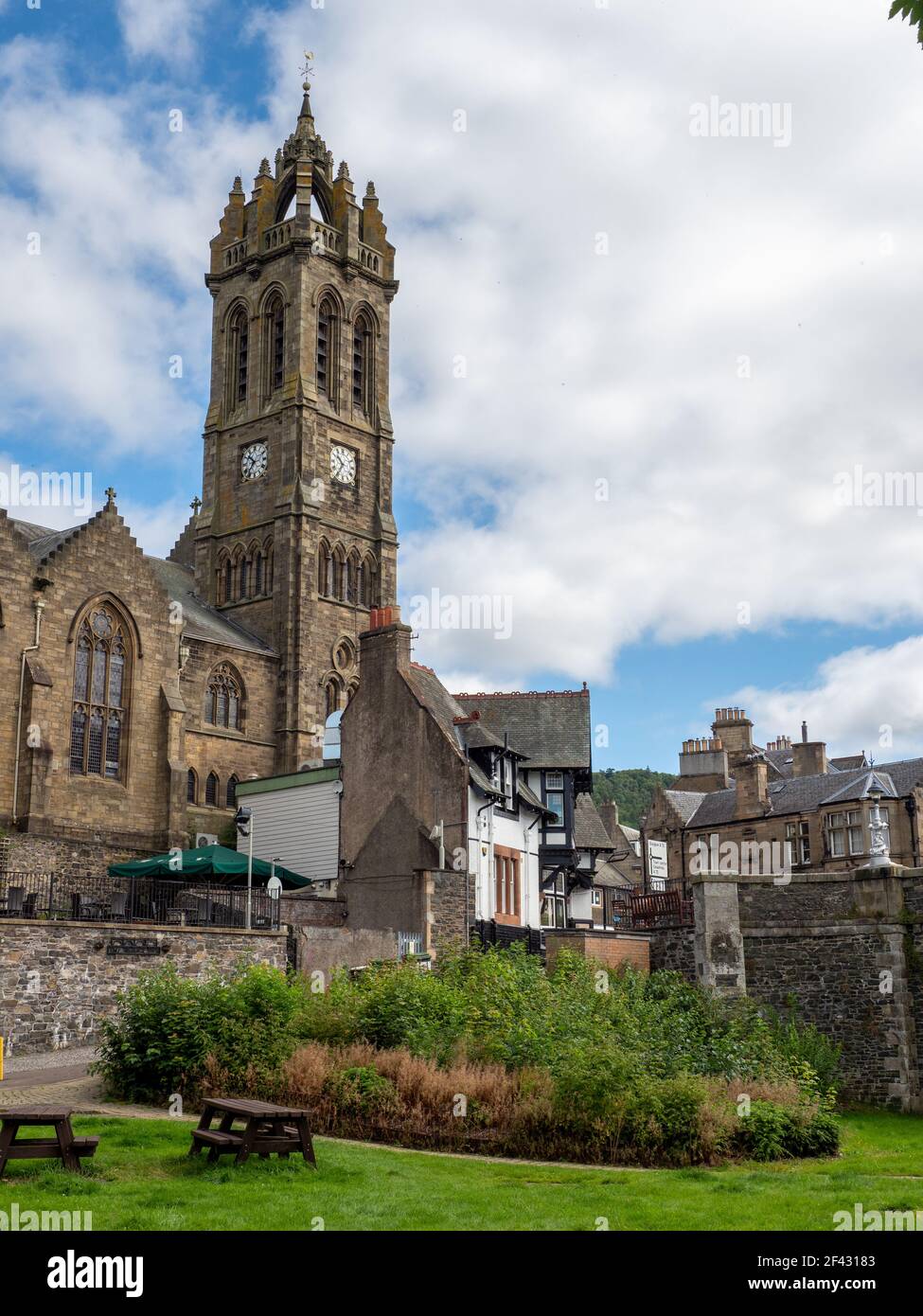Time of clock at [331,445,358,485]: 10:35
